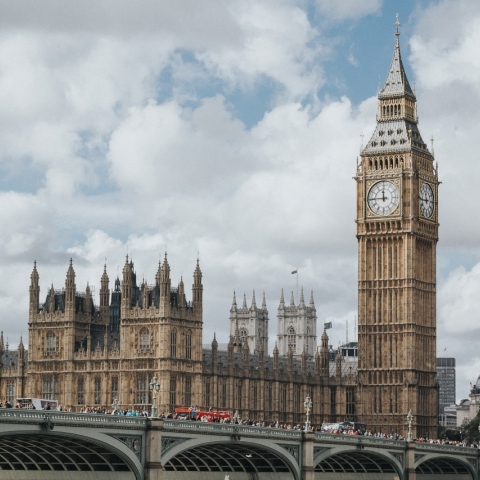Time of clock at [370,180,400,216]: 11:45
